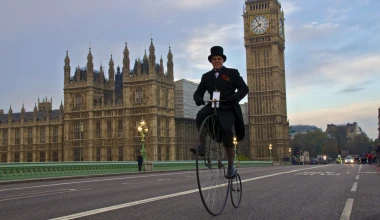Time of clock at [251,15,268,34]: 7:54
